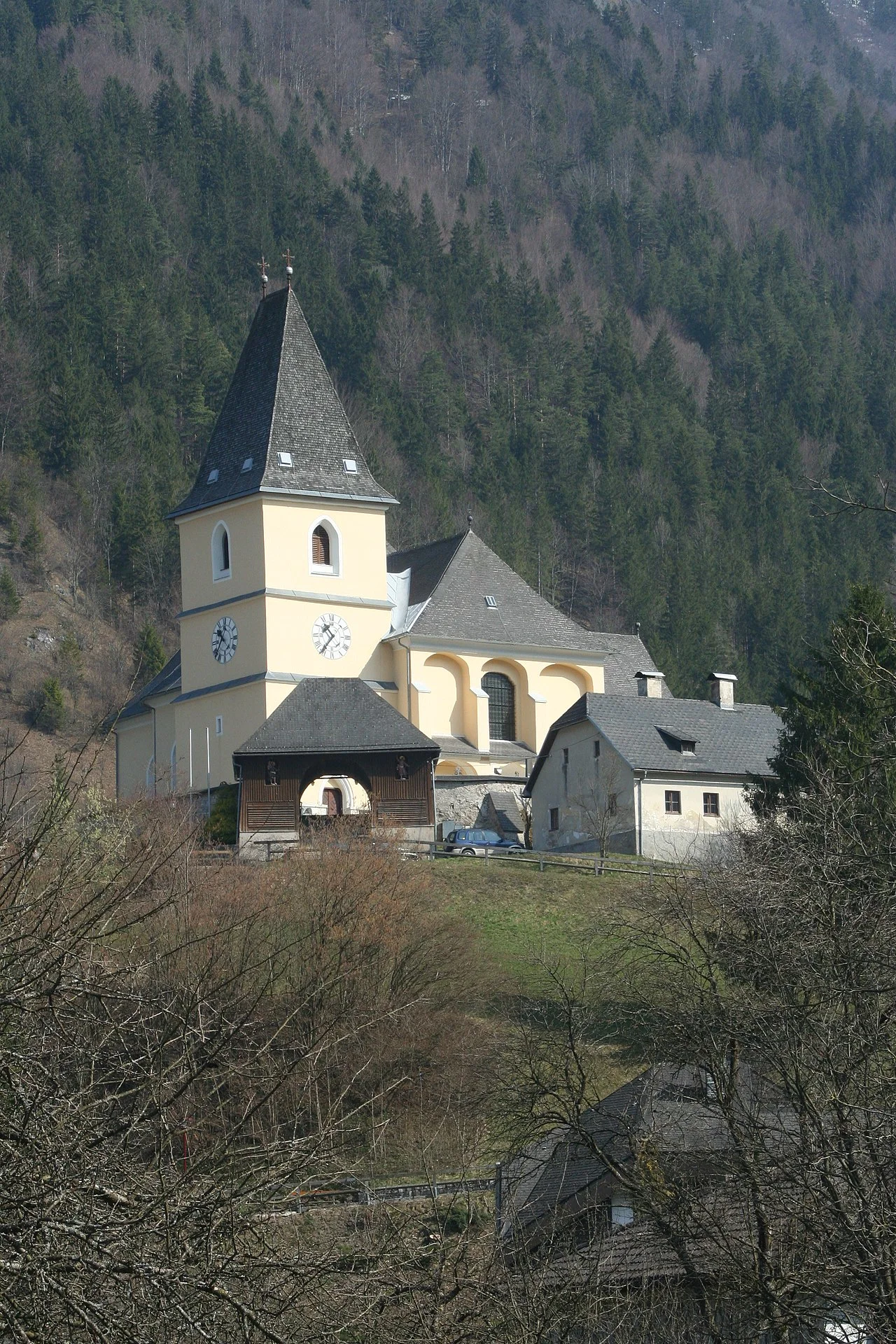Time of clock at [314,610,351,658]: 10:36
